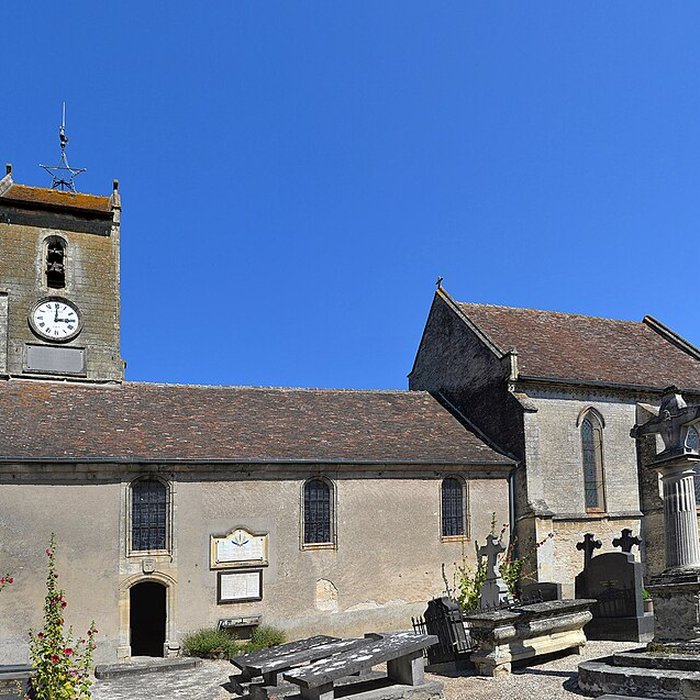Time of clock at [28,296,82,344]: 3:00
